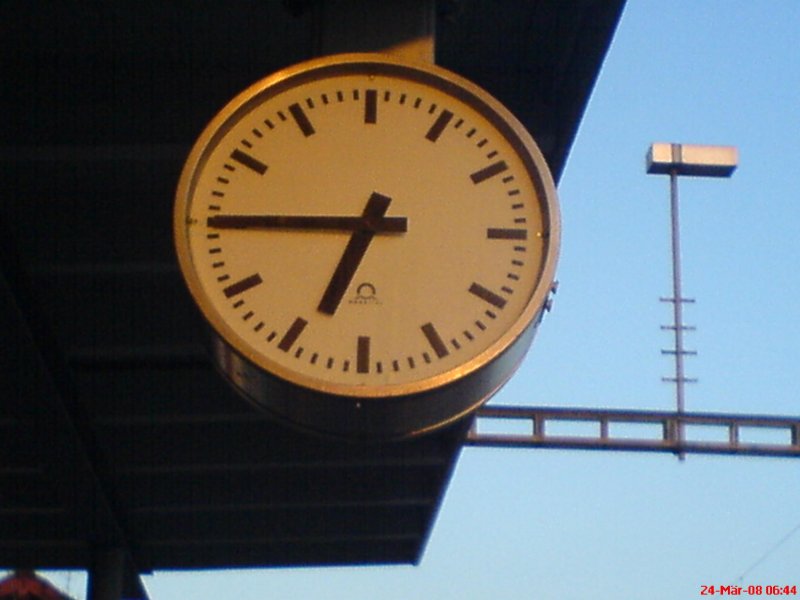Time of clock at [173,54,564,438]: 6:45
